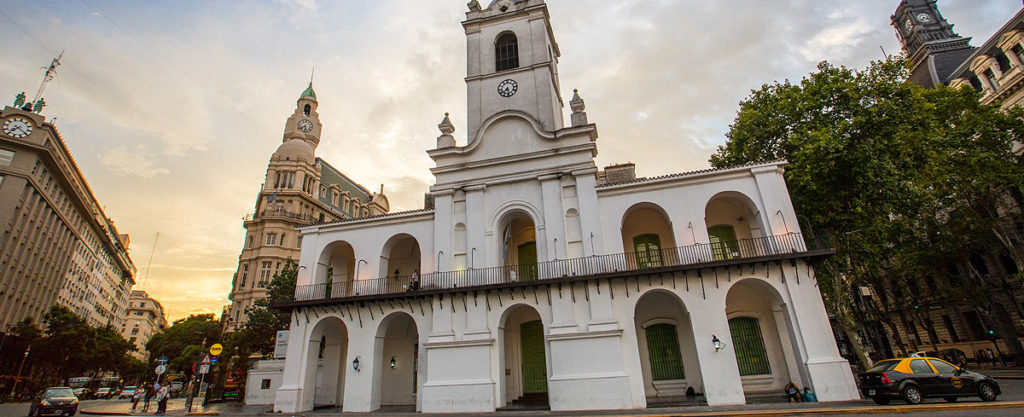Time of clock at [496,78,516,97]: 7:28
